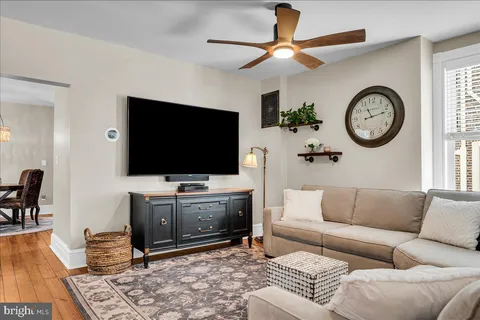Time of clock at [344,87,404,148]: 11:13
